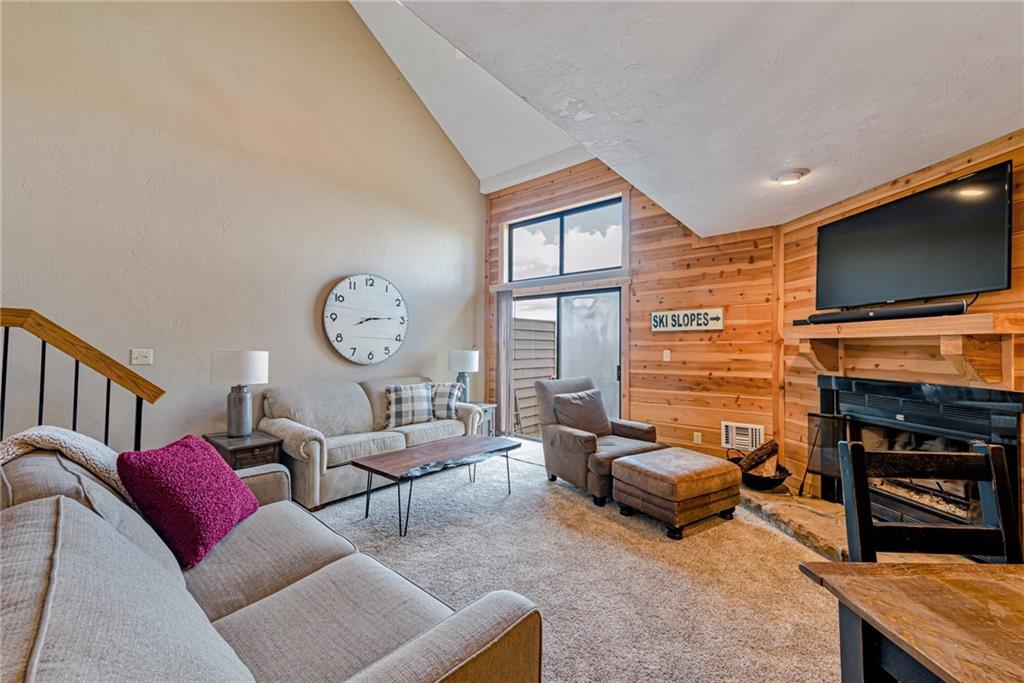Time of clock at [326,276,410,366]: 8:14
